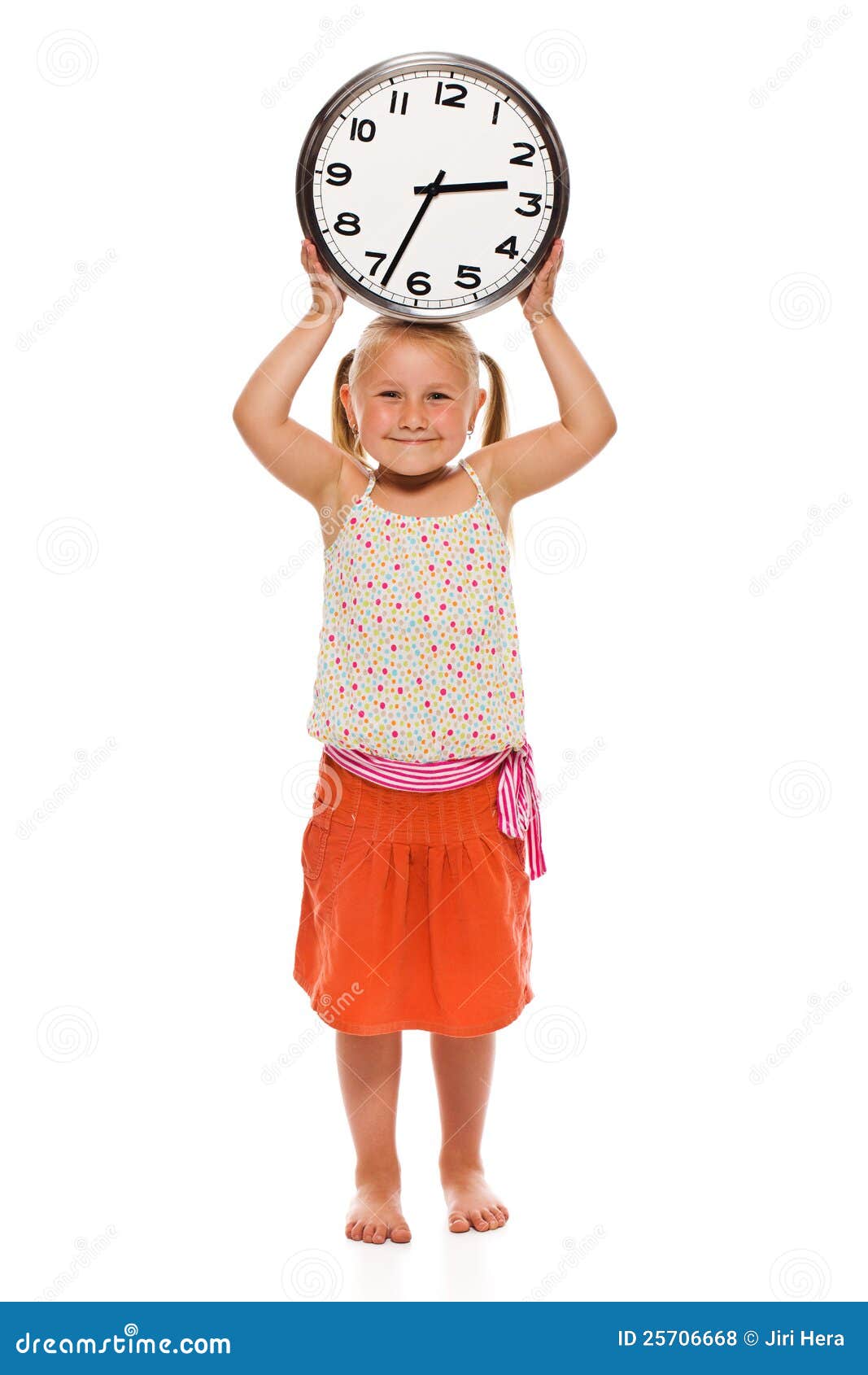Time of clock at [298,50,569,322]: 2:33
